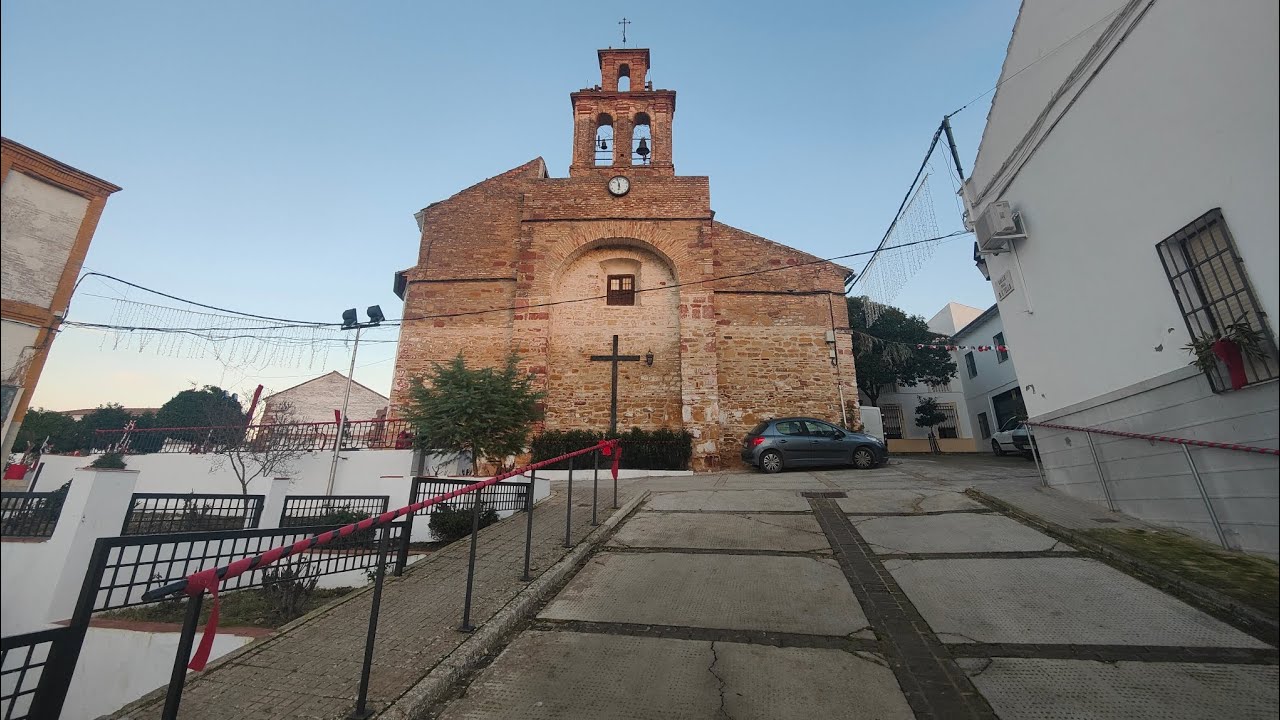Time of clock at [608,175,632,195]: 5:57
